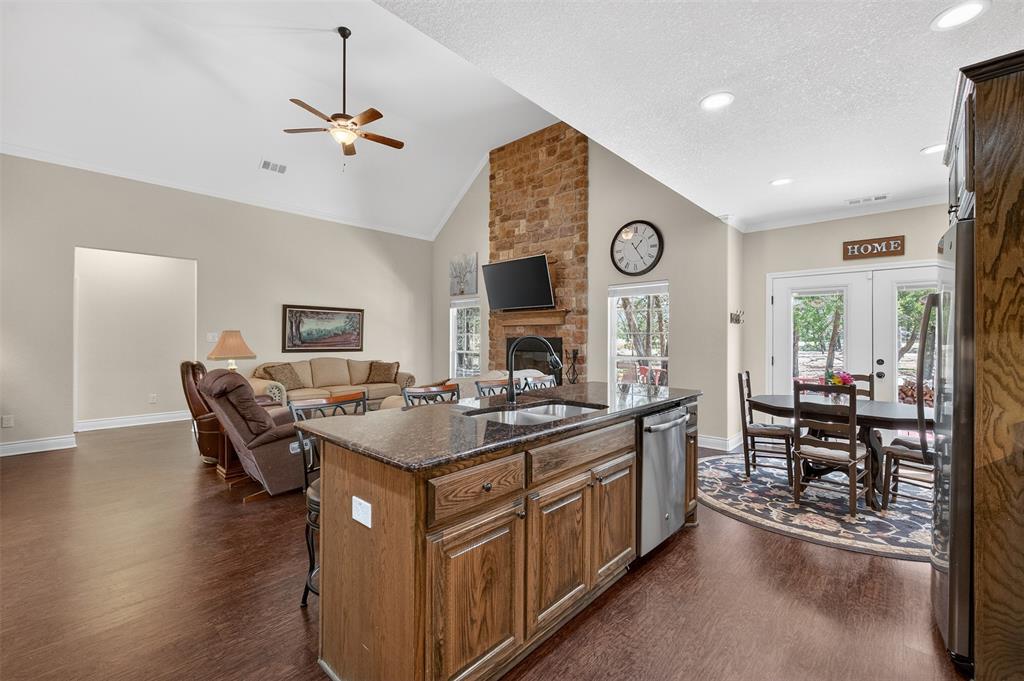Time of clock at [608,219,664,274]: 1:24
